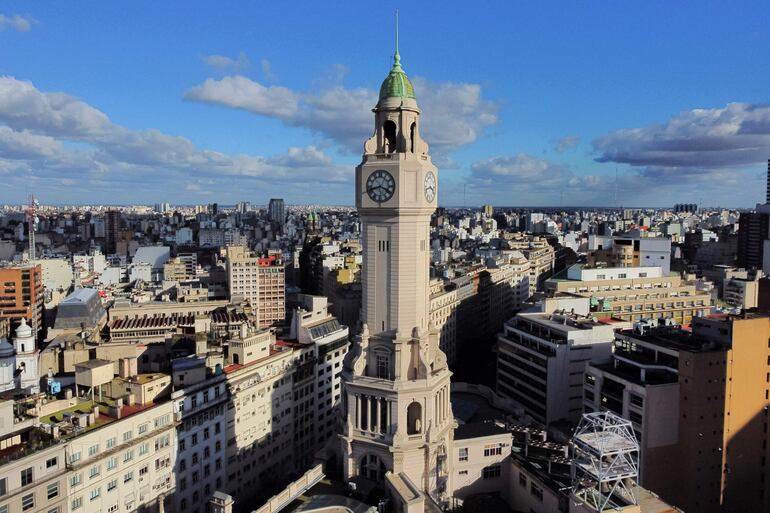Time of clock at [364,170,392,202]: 8:19
